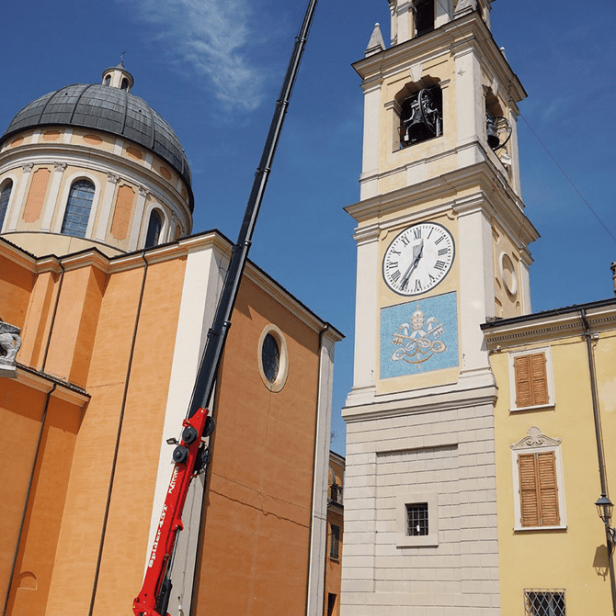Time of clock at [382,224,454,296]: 12:35
